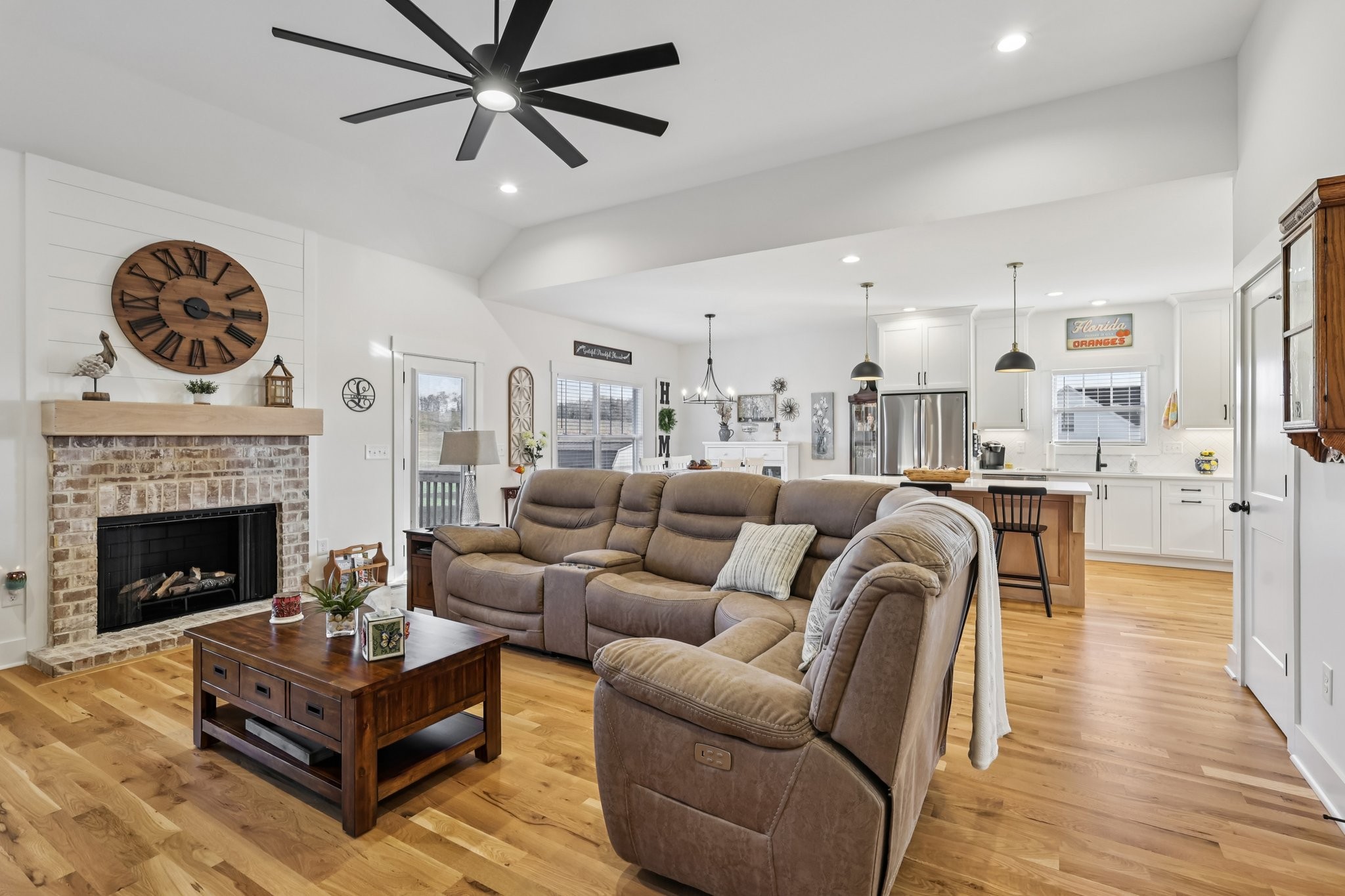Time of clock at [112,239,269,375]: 3:16
